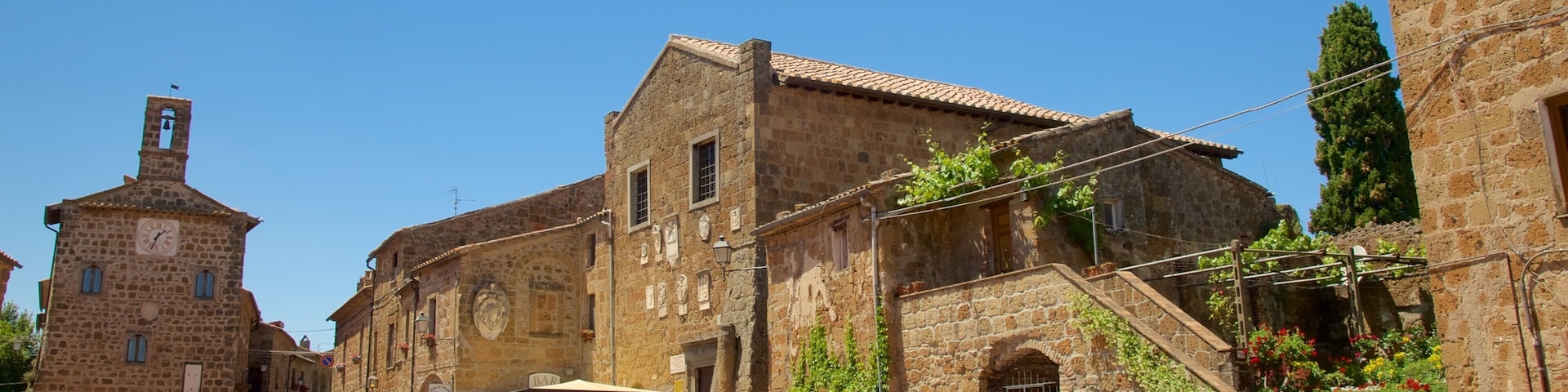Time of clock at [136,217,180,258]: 1:33
